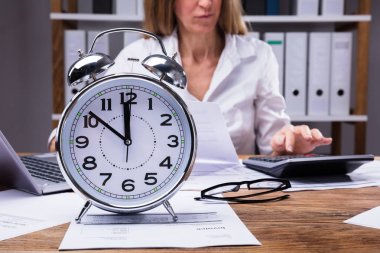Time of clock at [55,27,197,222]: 11:51
